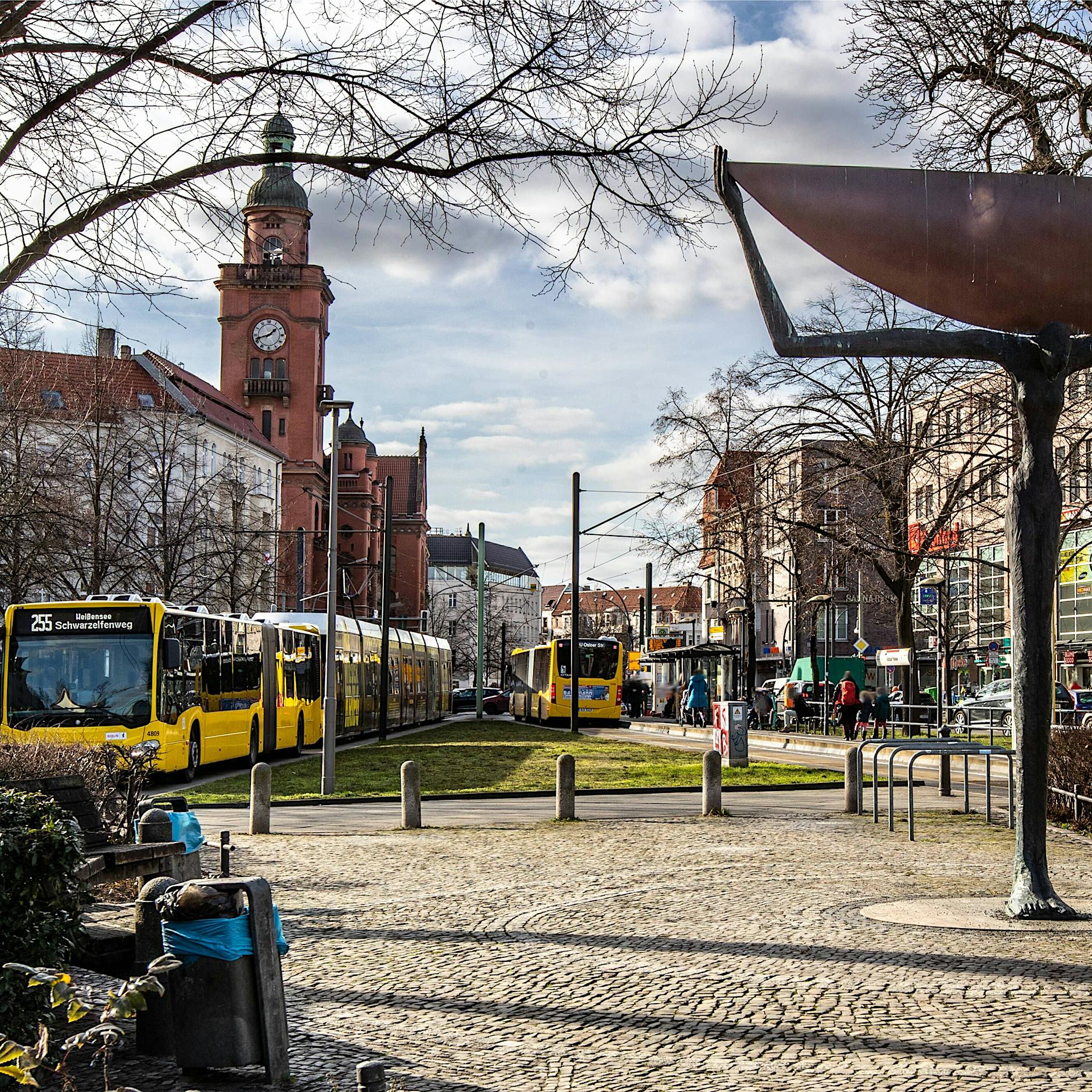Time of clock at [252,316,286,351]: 1:42
